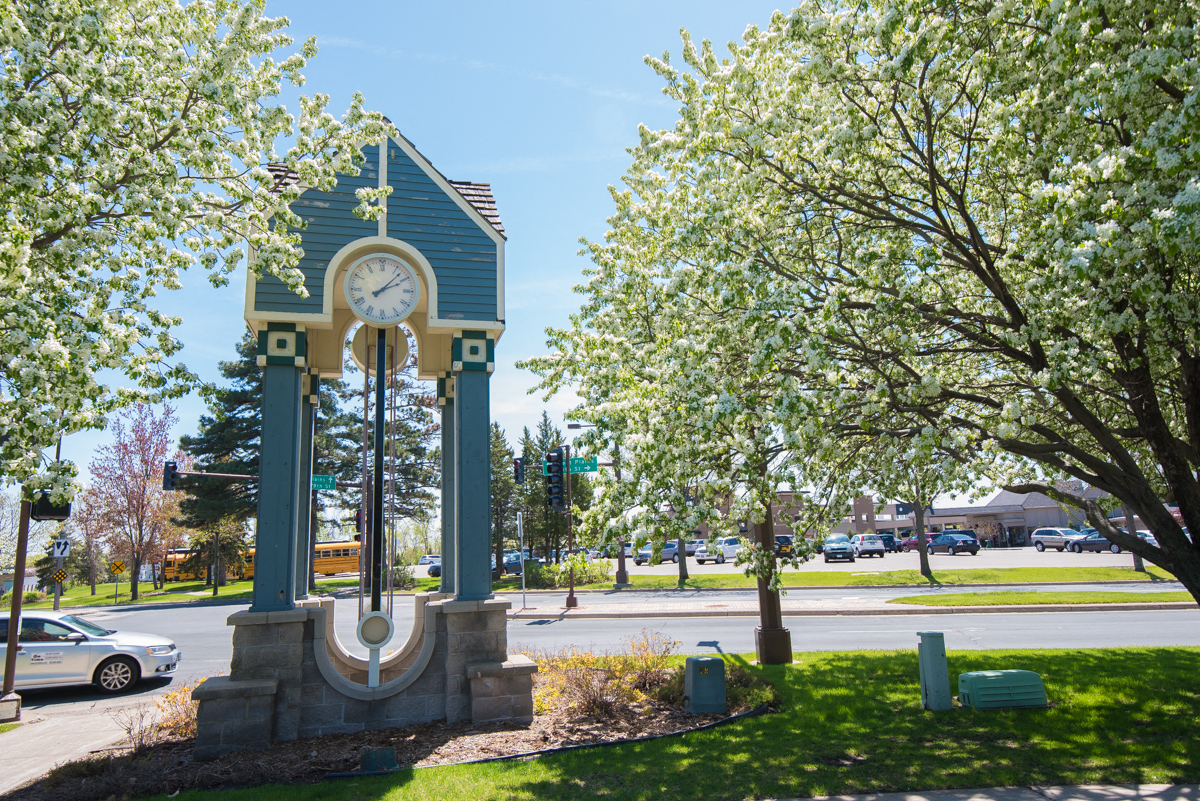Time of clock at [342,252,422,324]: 2:07
